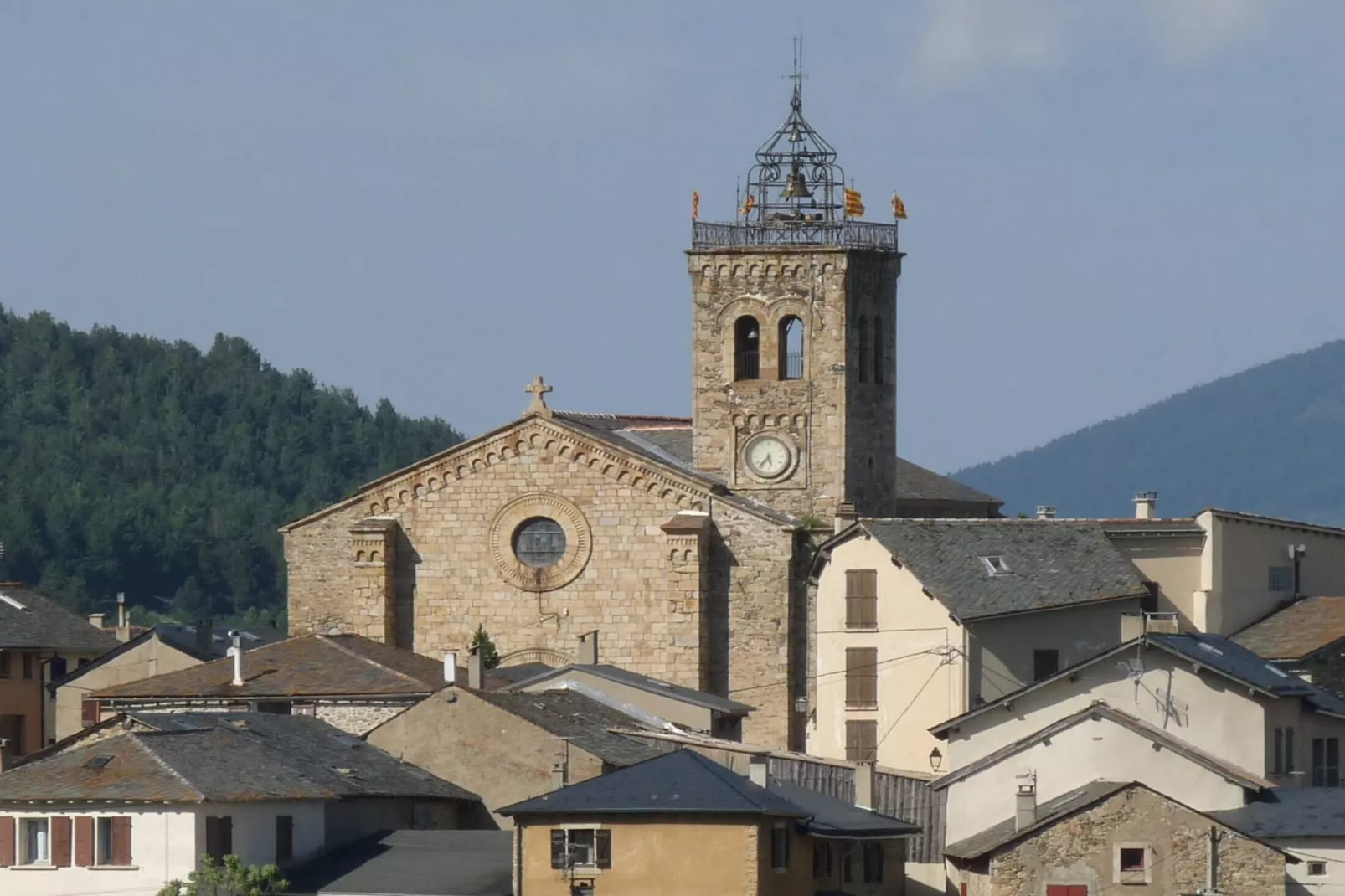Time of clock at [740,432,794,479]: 5:36
